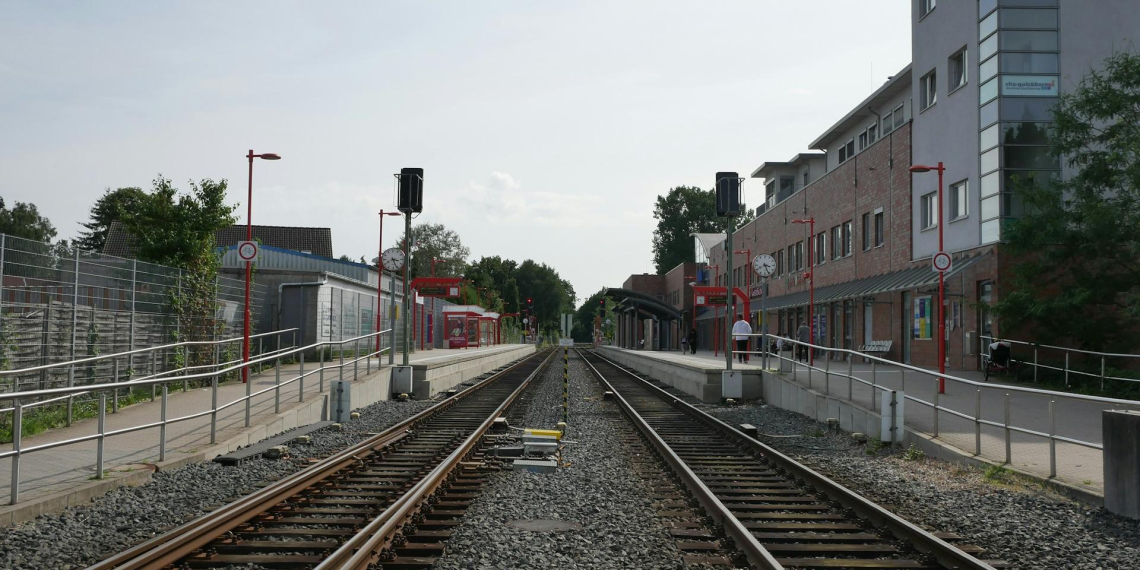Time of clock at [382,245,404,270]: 3:26
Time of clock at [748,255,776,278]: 3:26
